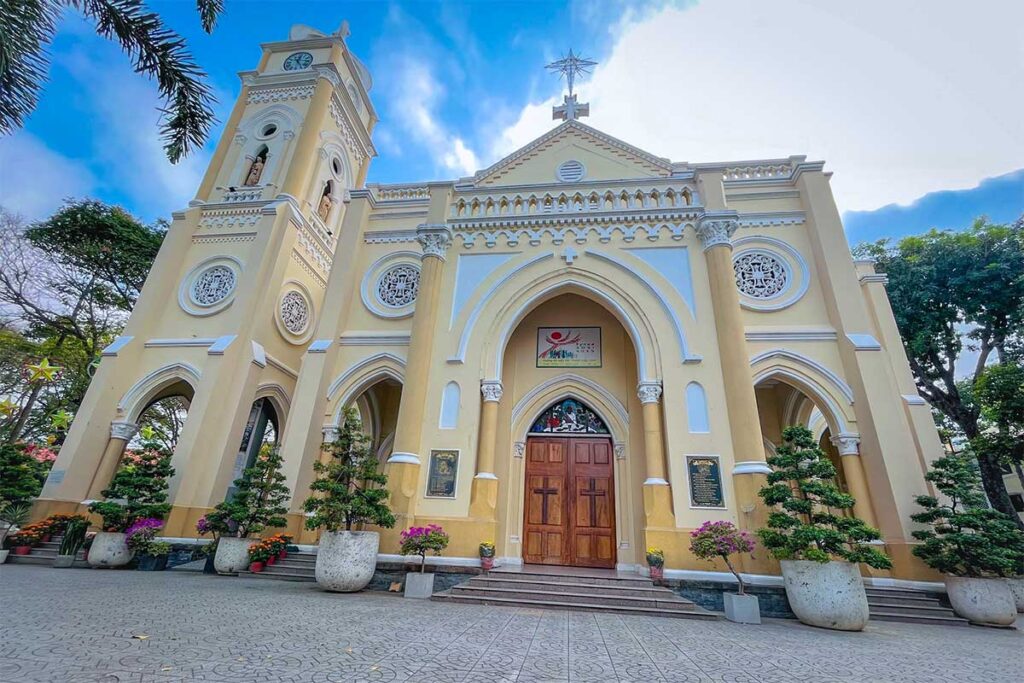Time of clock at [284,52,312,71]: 12:24
